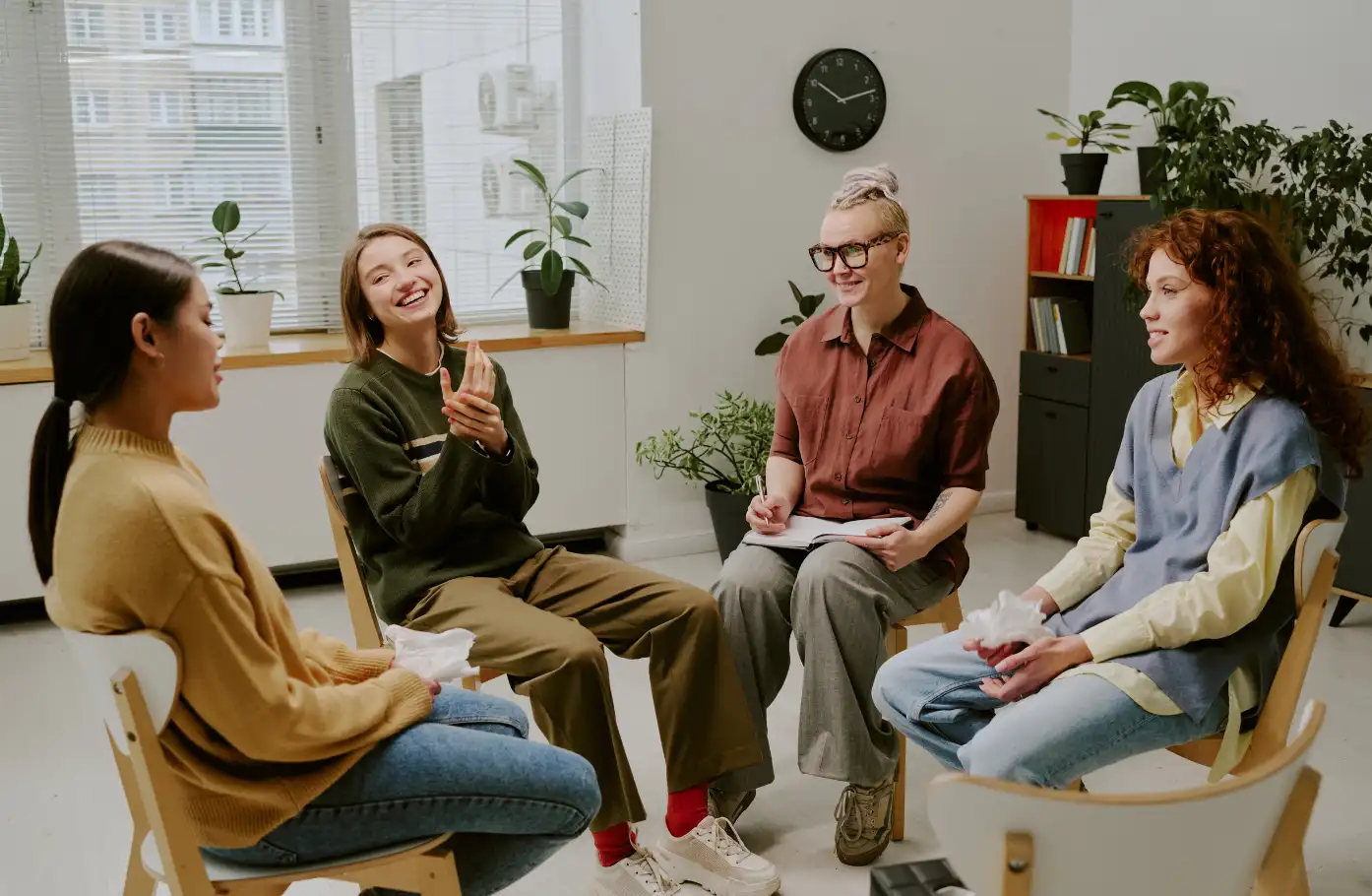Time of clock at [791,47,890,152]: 10:13
